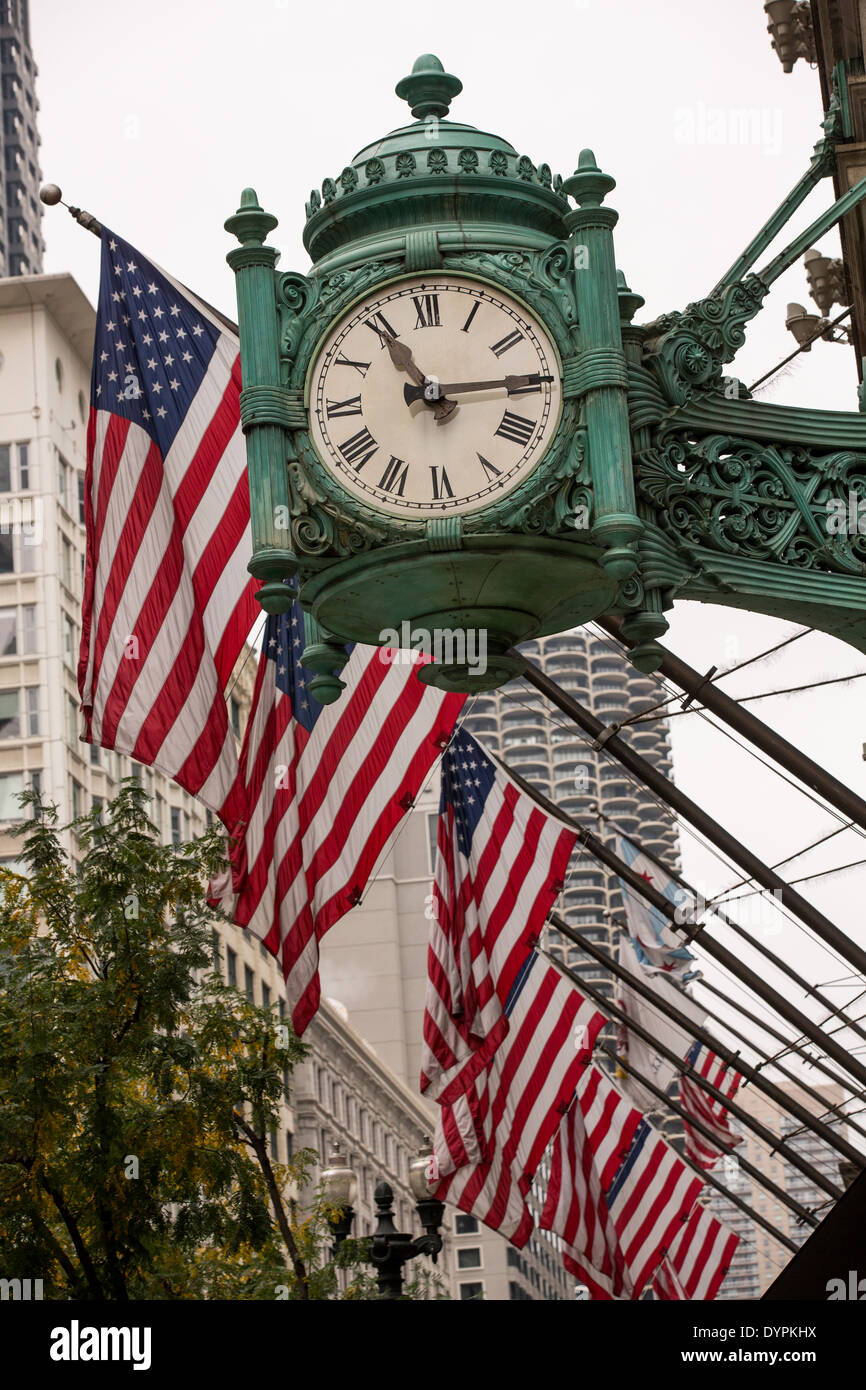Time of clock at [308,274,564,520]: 11:14
